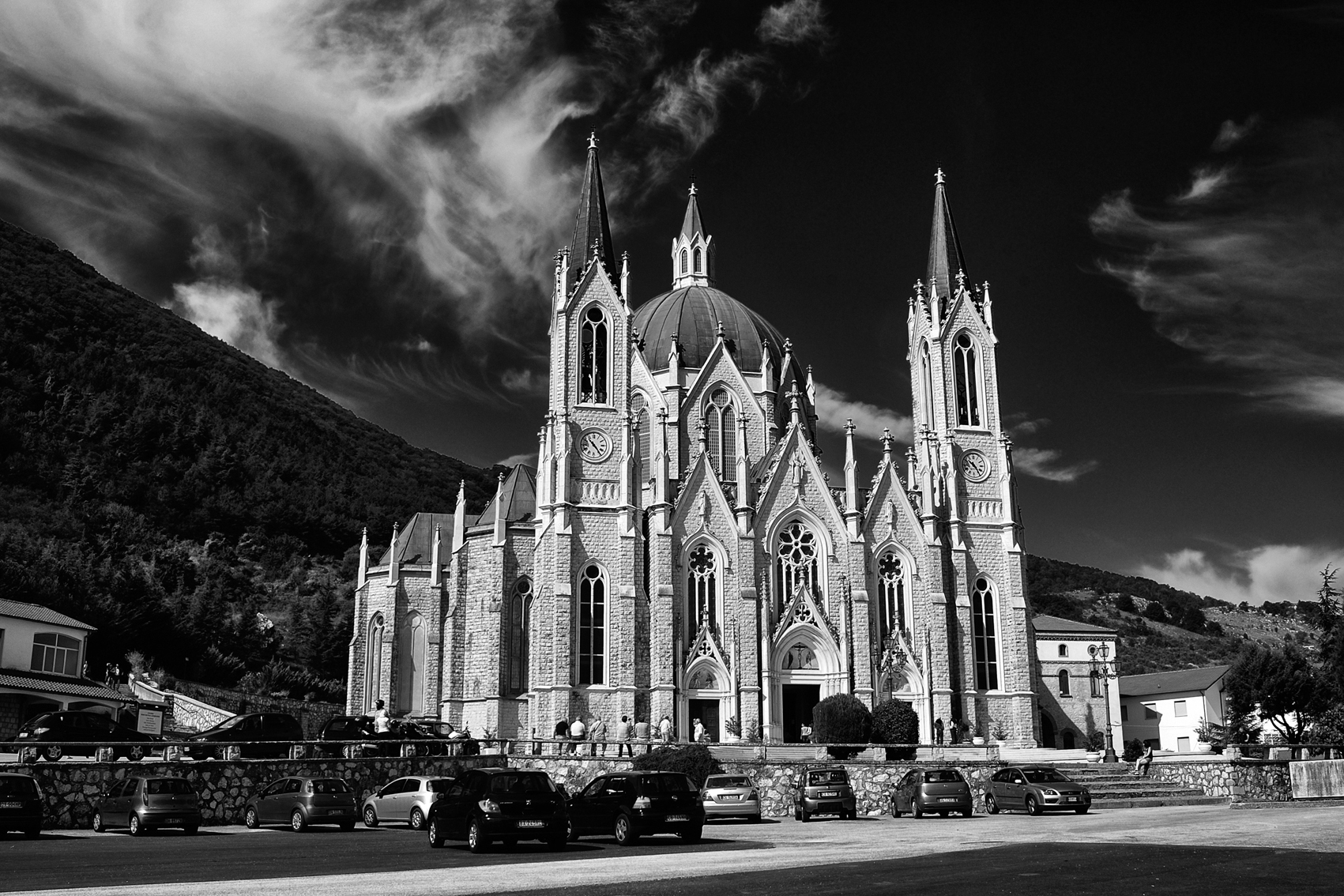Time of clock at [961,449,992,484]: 10:24
